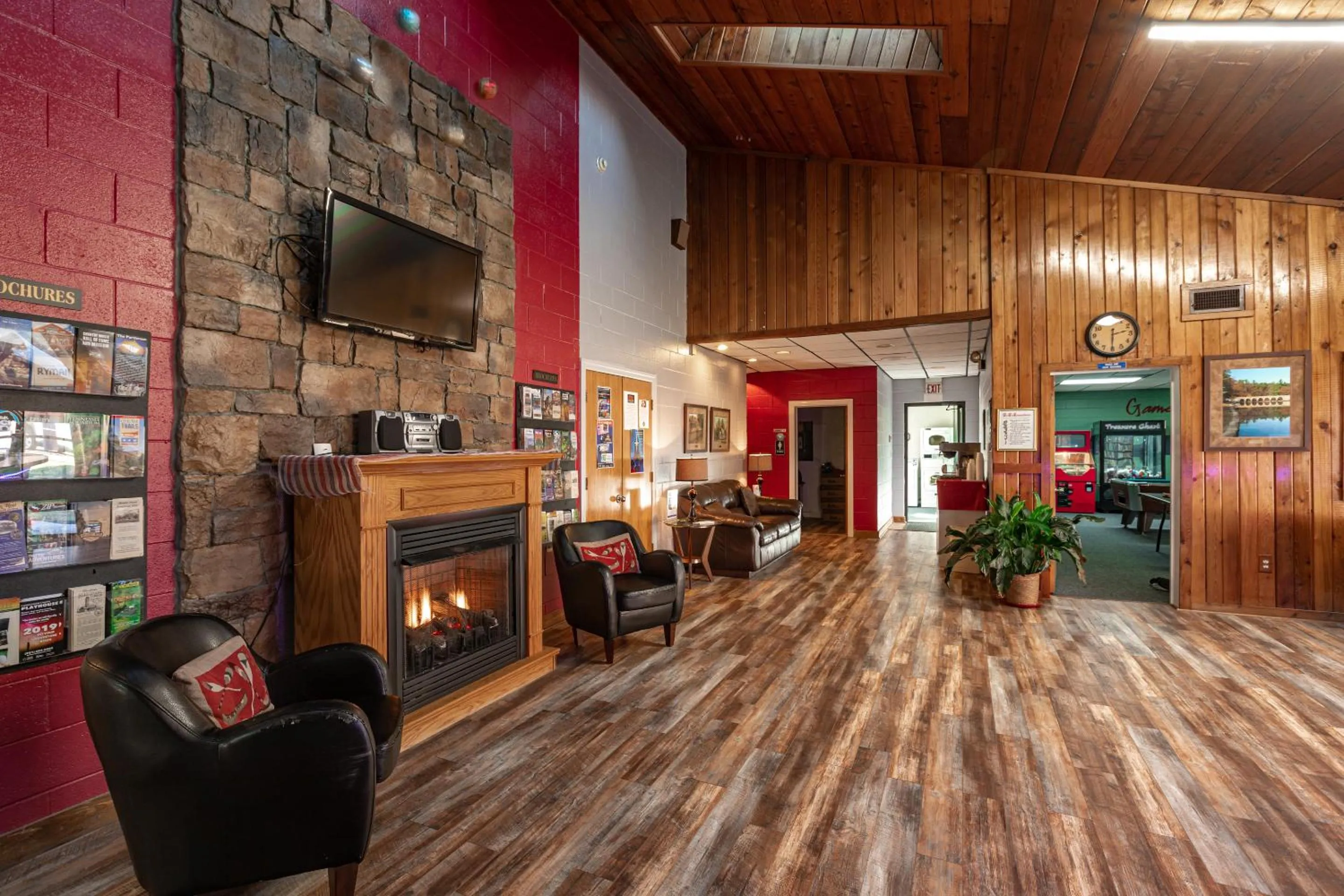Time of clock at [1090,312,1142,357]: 2:30
